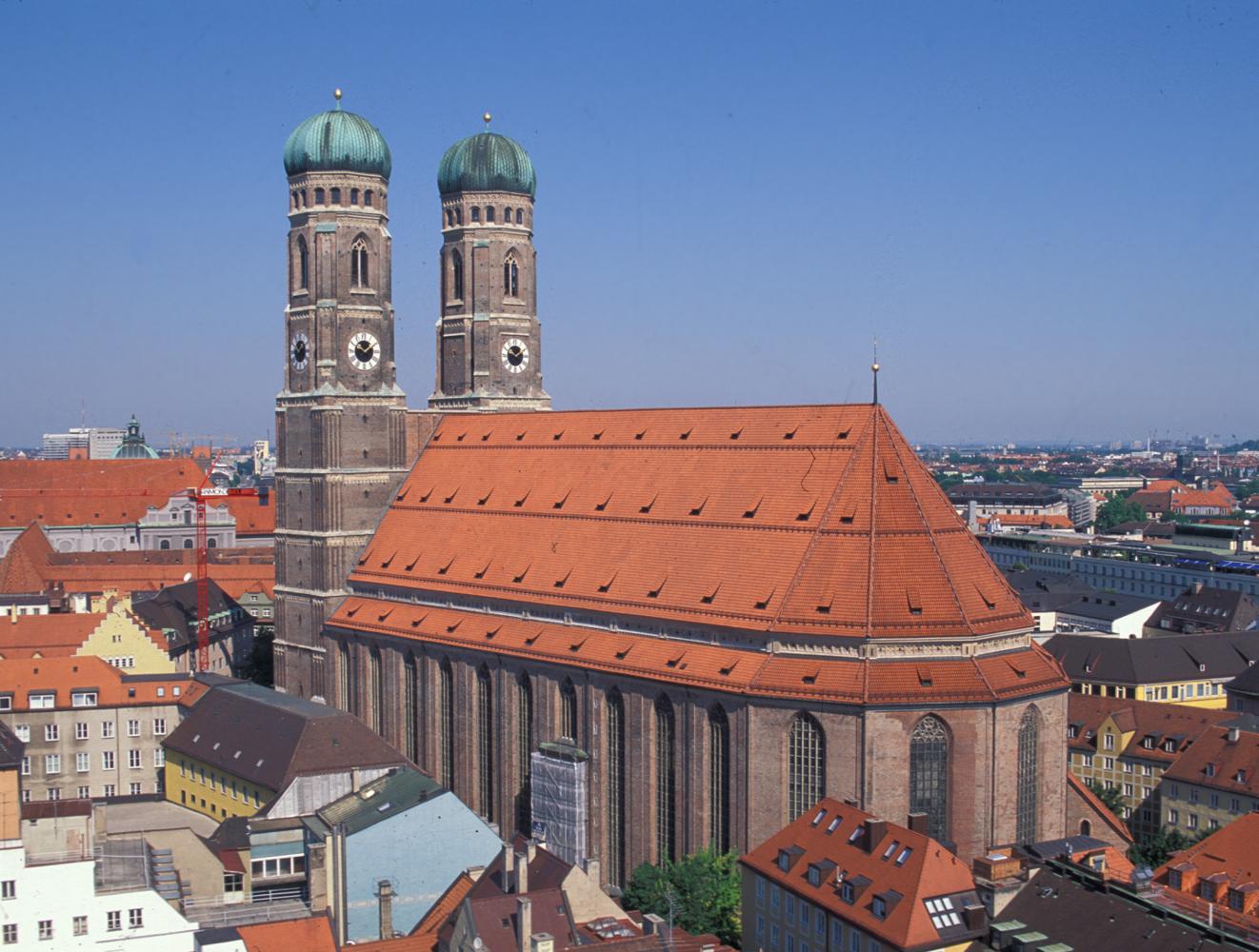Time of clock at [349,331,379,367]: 1:50
